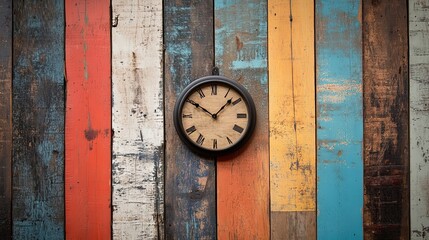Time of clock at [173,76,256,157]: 10:07
